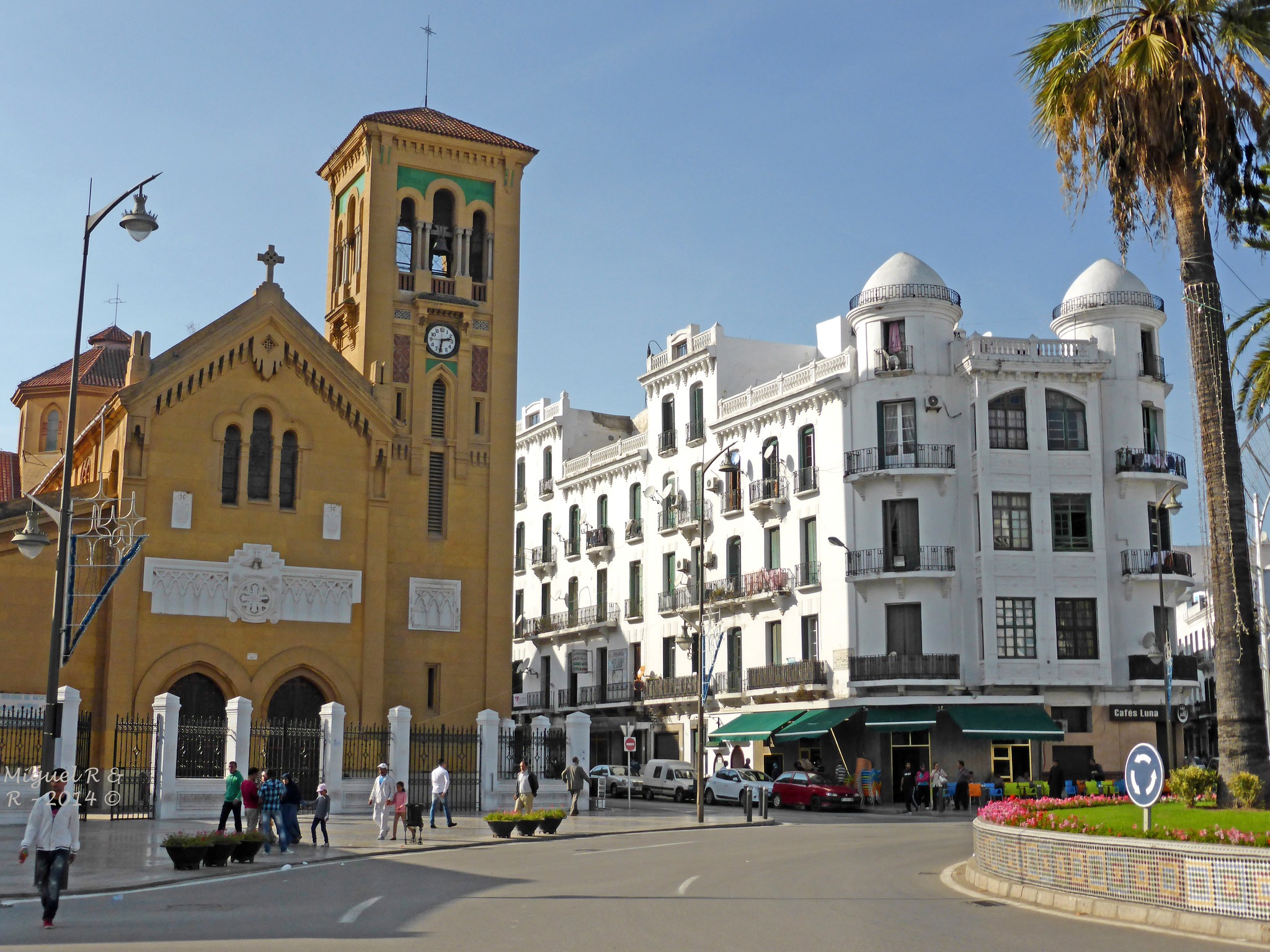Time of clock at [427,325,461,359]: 2:31
